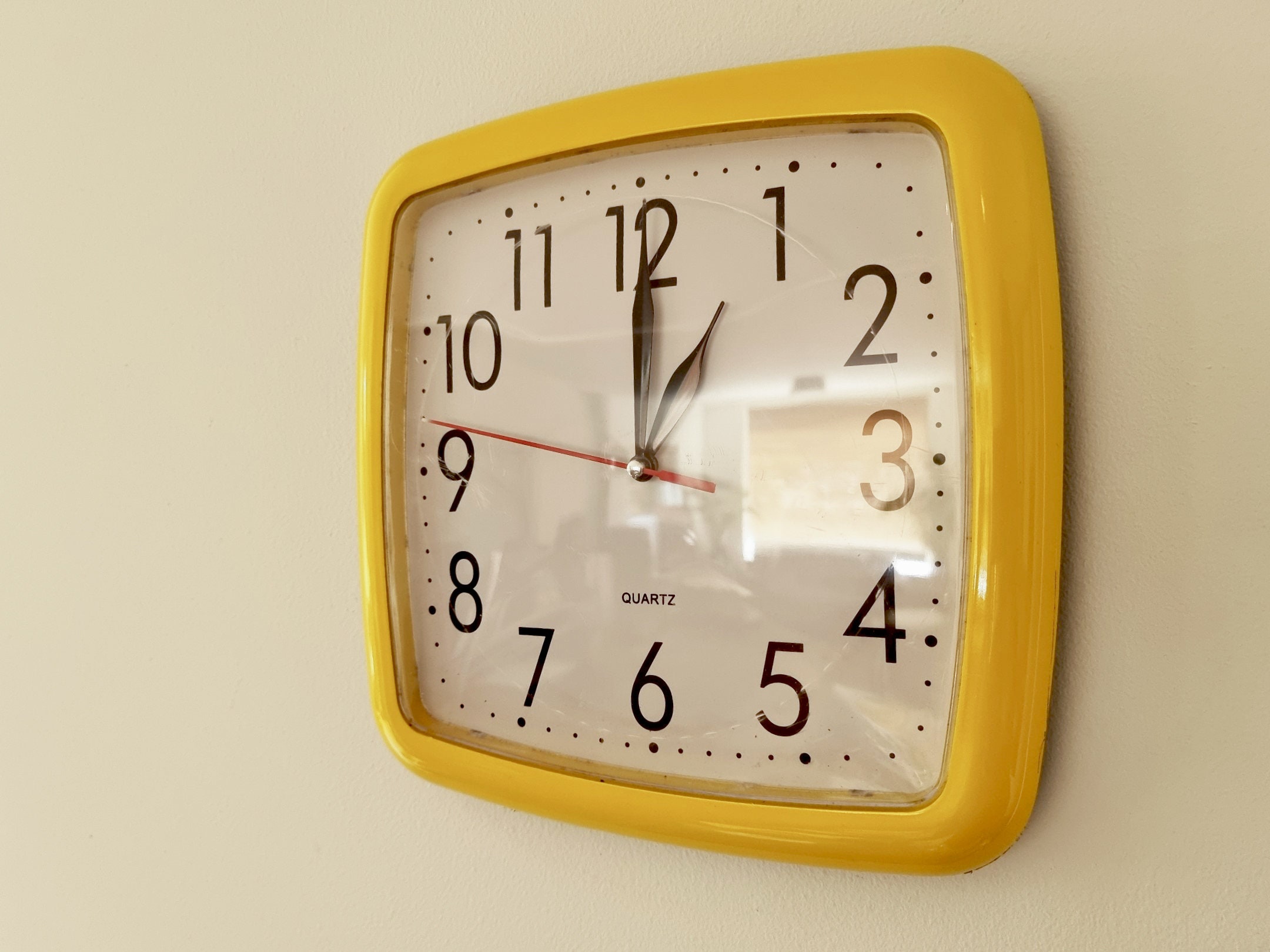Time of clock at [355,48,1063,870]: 1:00
